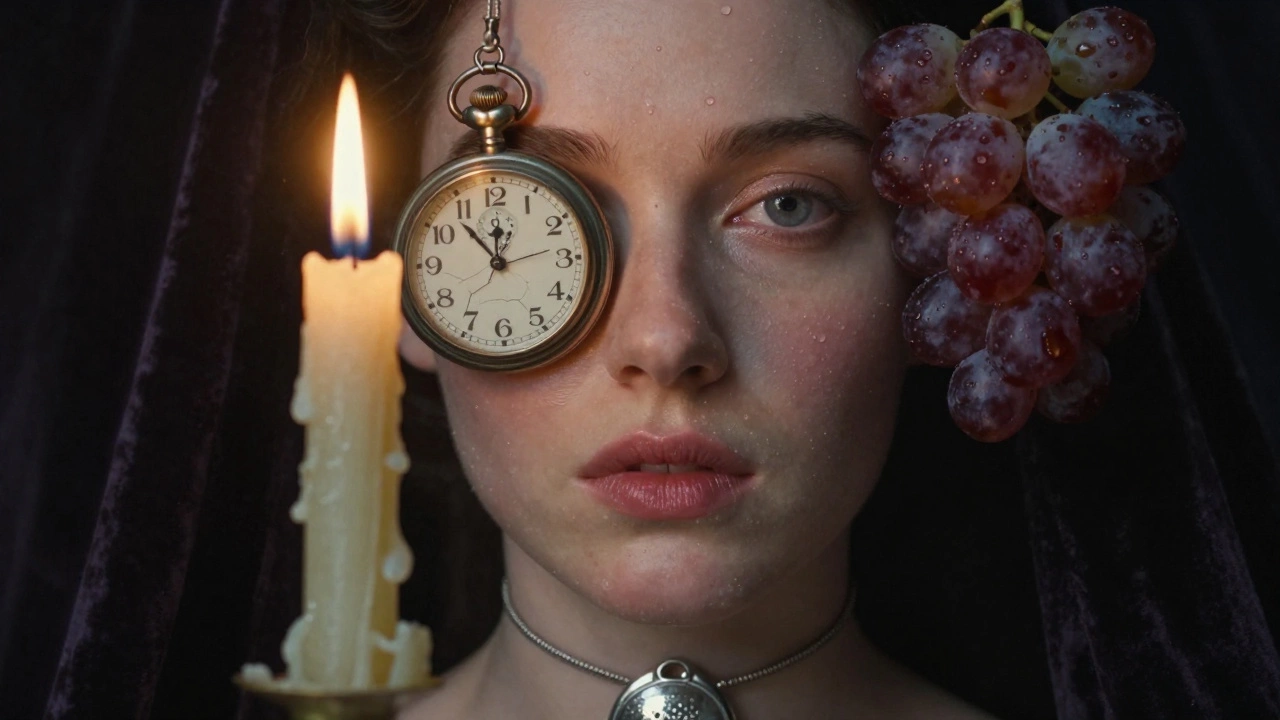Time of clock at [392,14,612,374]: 11:52
